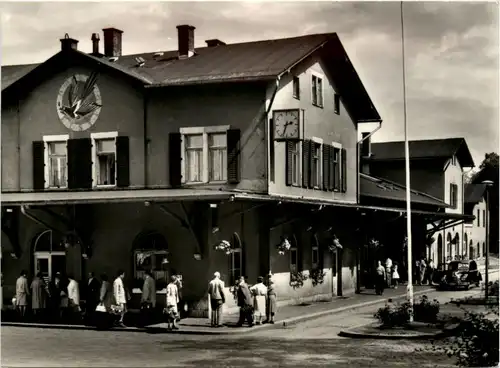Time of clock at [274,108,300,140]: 2:33
